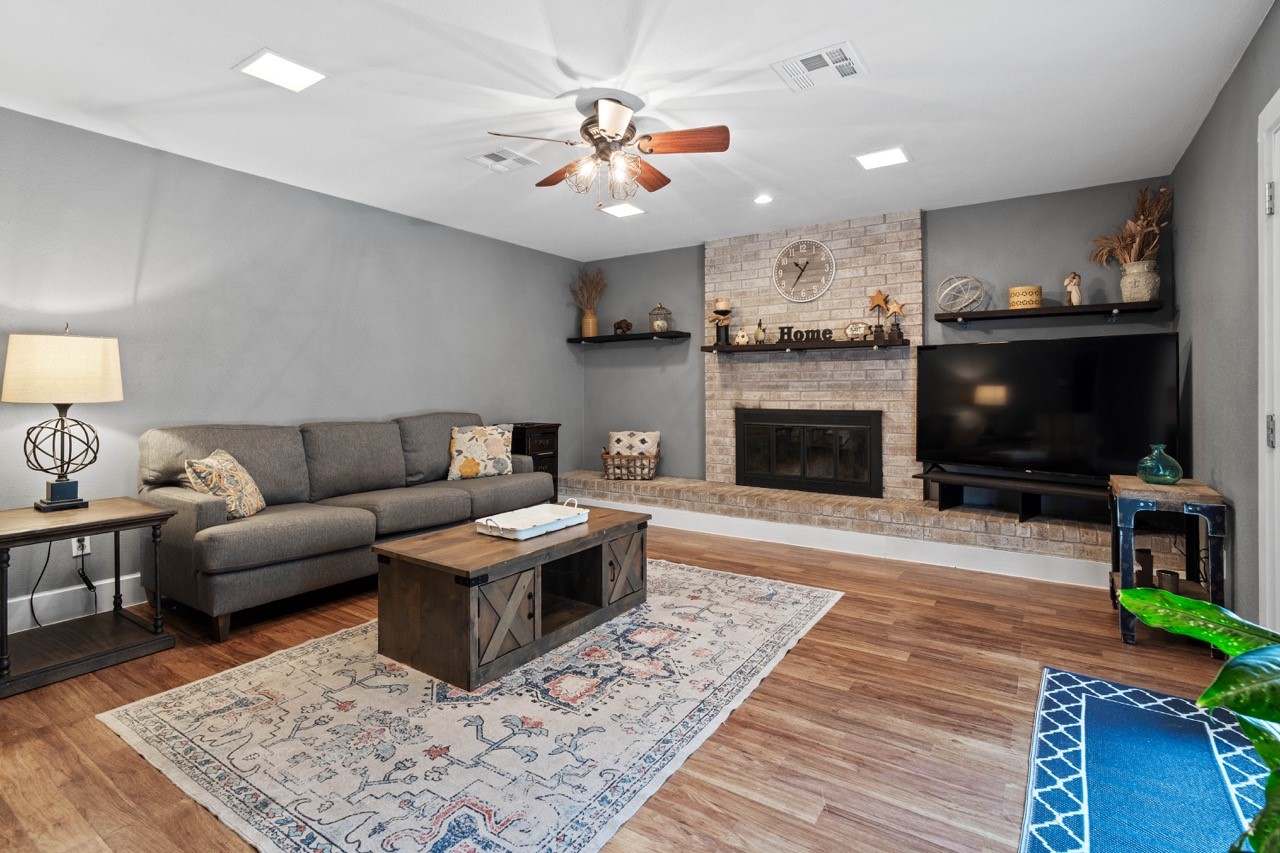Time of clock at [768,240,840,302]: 10:35
